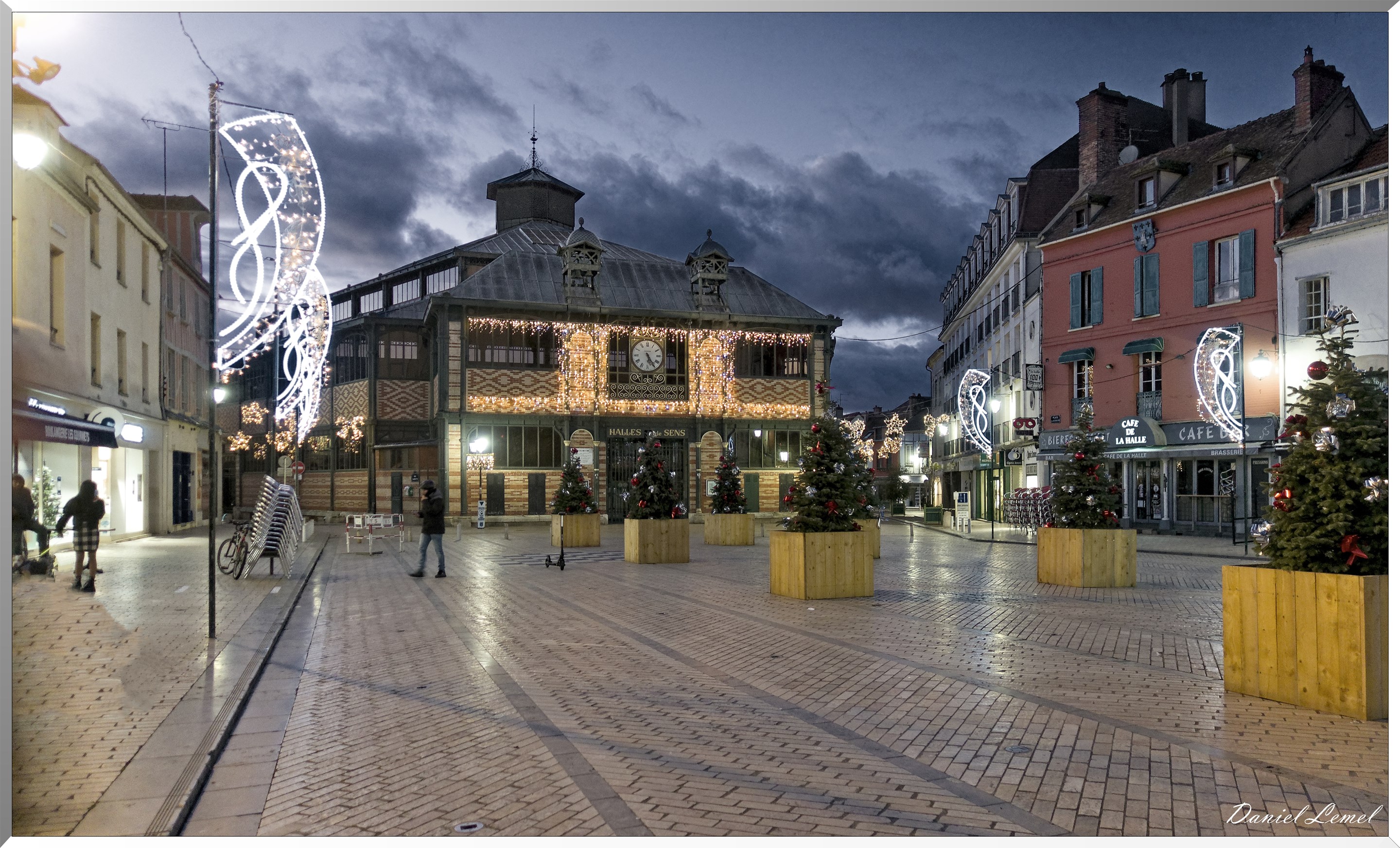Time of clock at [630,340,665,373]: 5:24
